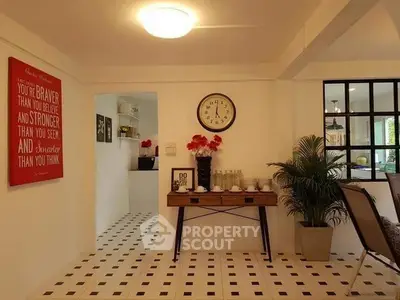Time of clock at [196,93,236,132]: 5:01
